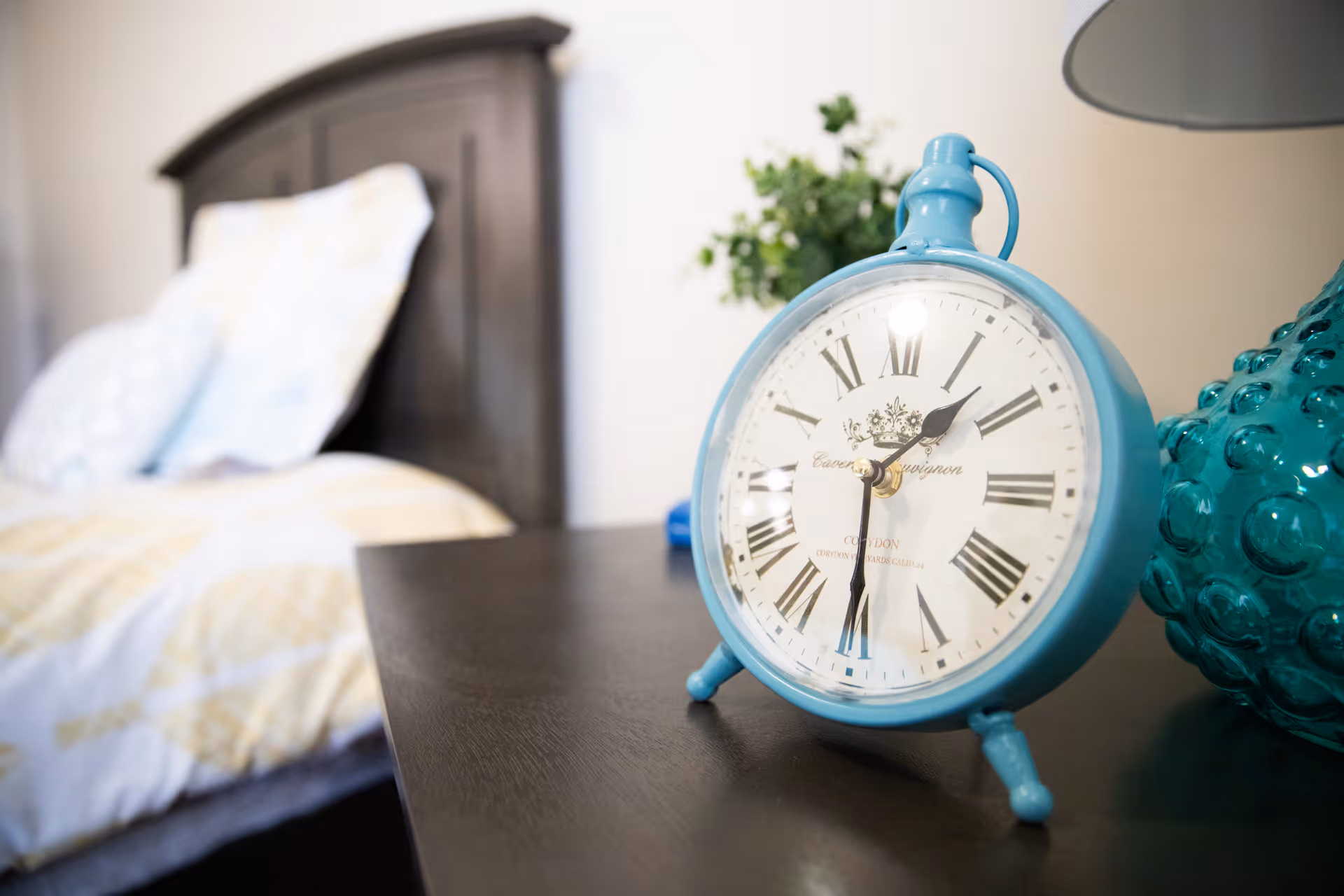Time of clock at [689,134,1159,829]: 1:30
